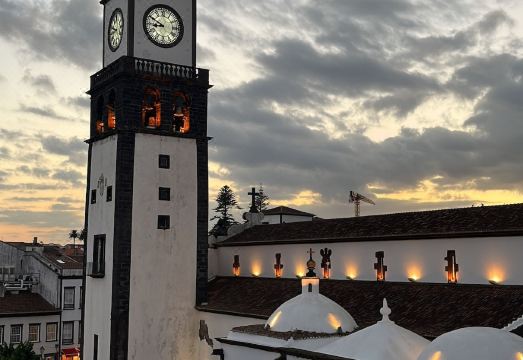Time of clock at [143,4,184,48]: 8:49
